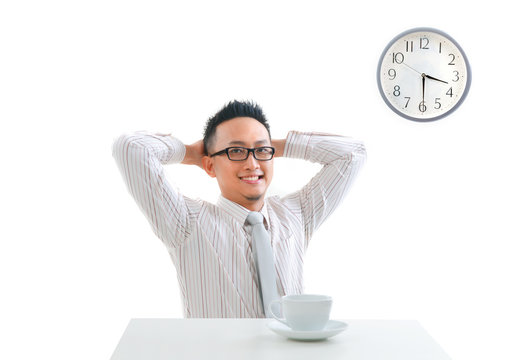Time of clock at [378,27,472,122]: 3:29
